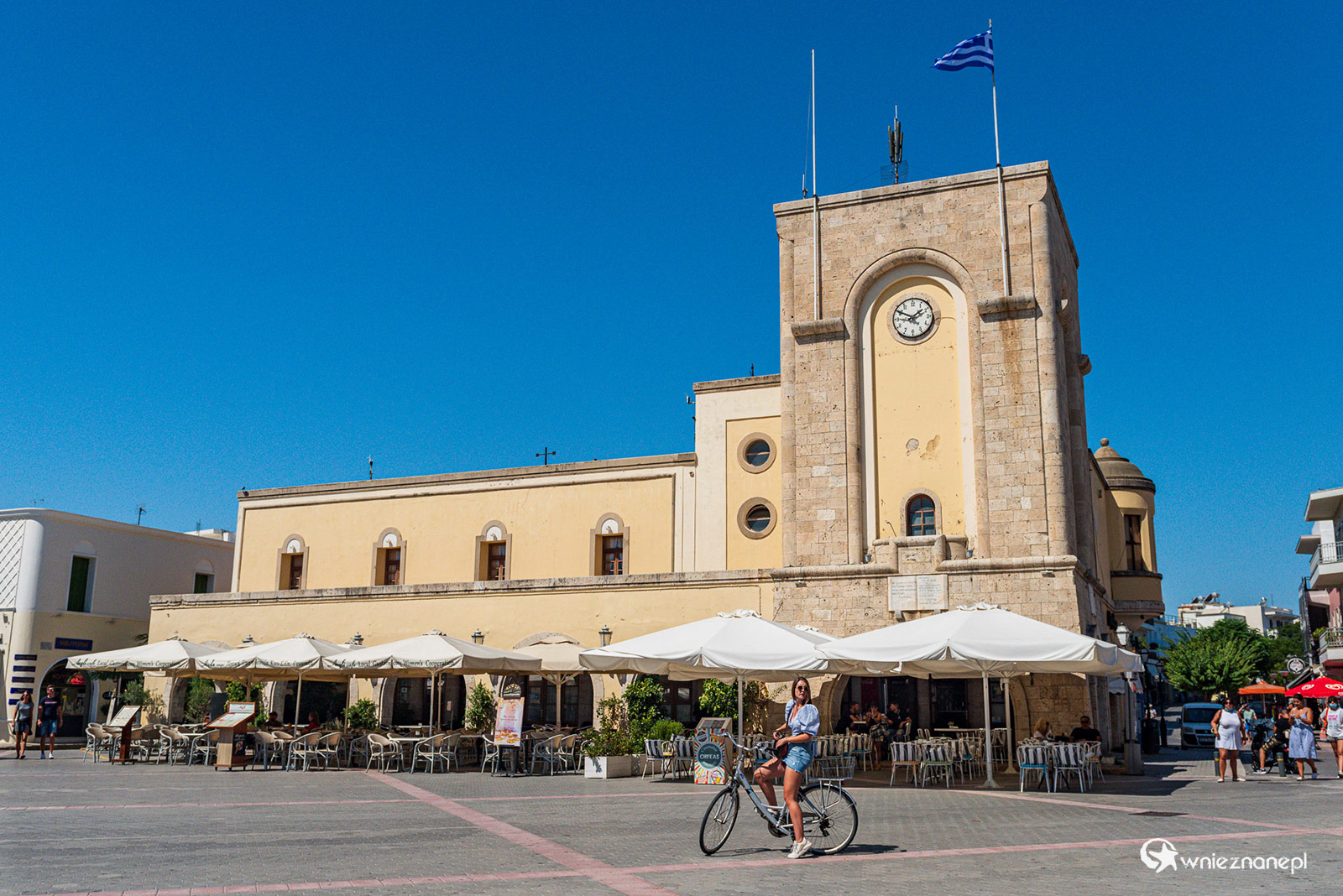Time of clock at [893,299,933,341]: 1:49
